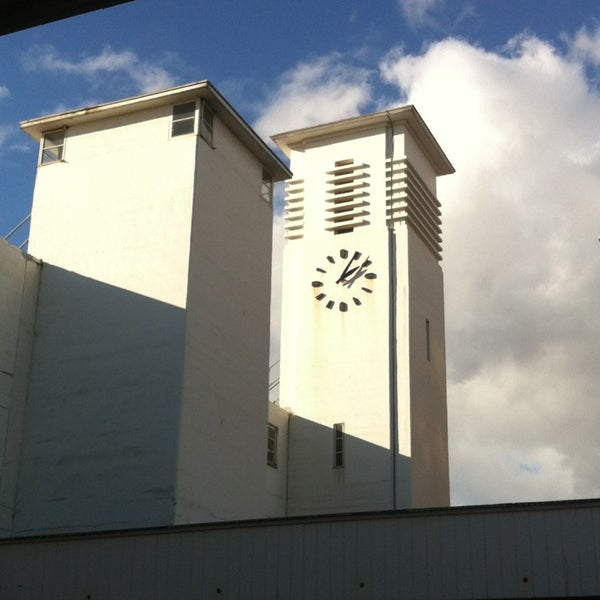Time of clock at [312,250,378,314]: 2:04
